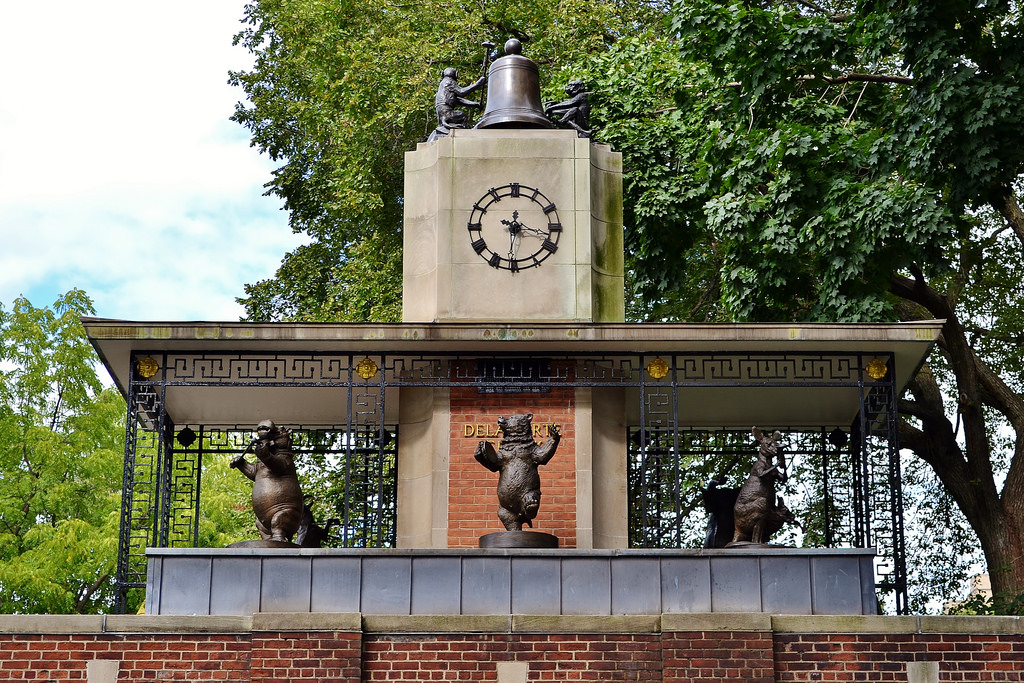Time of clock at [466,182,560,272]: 3:30
